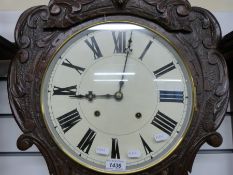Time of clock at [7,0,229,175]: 9:01
